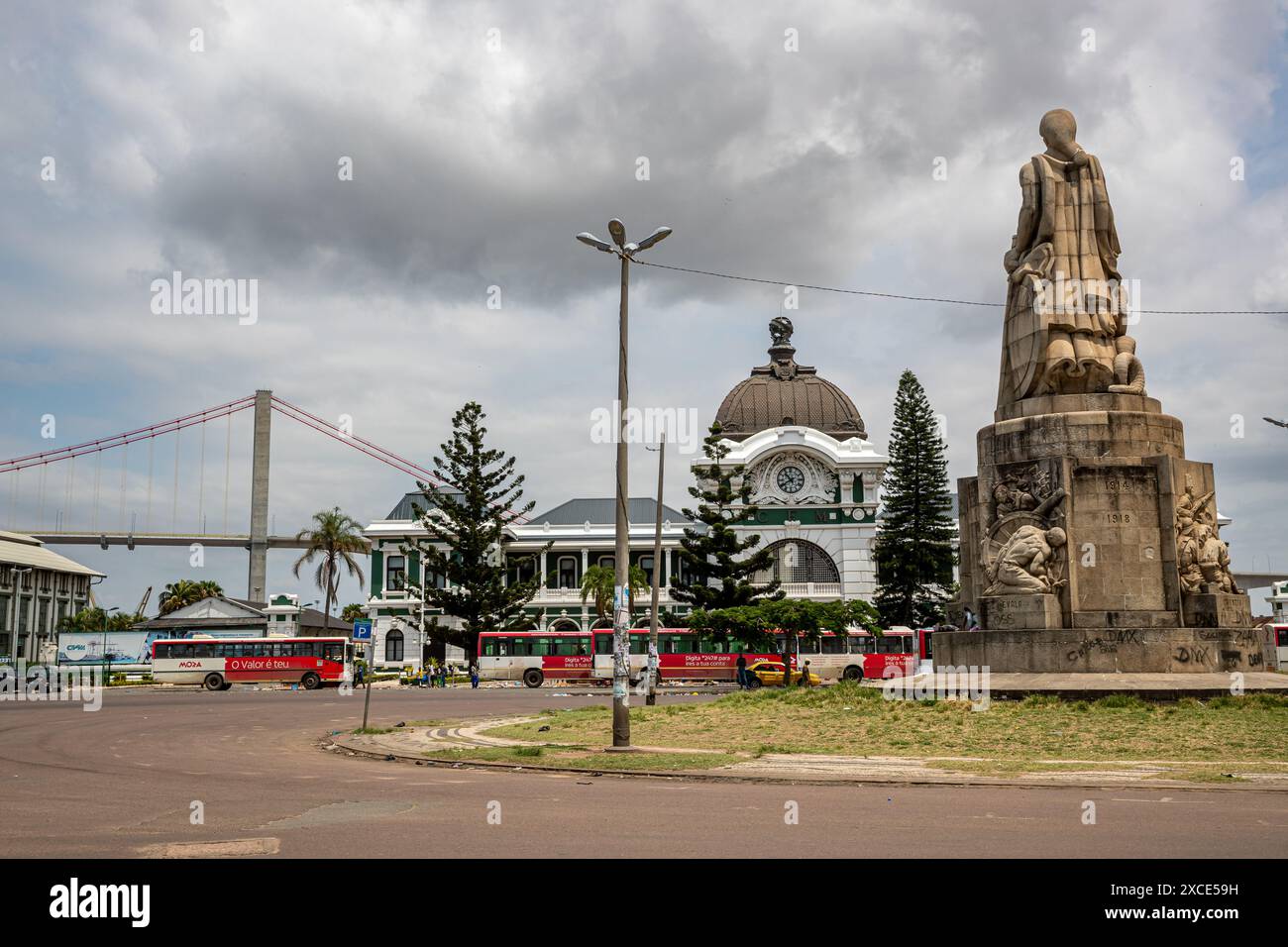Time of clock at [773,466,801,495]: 10:39
